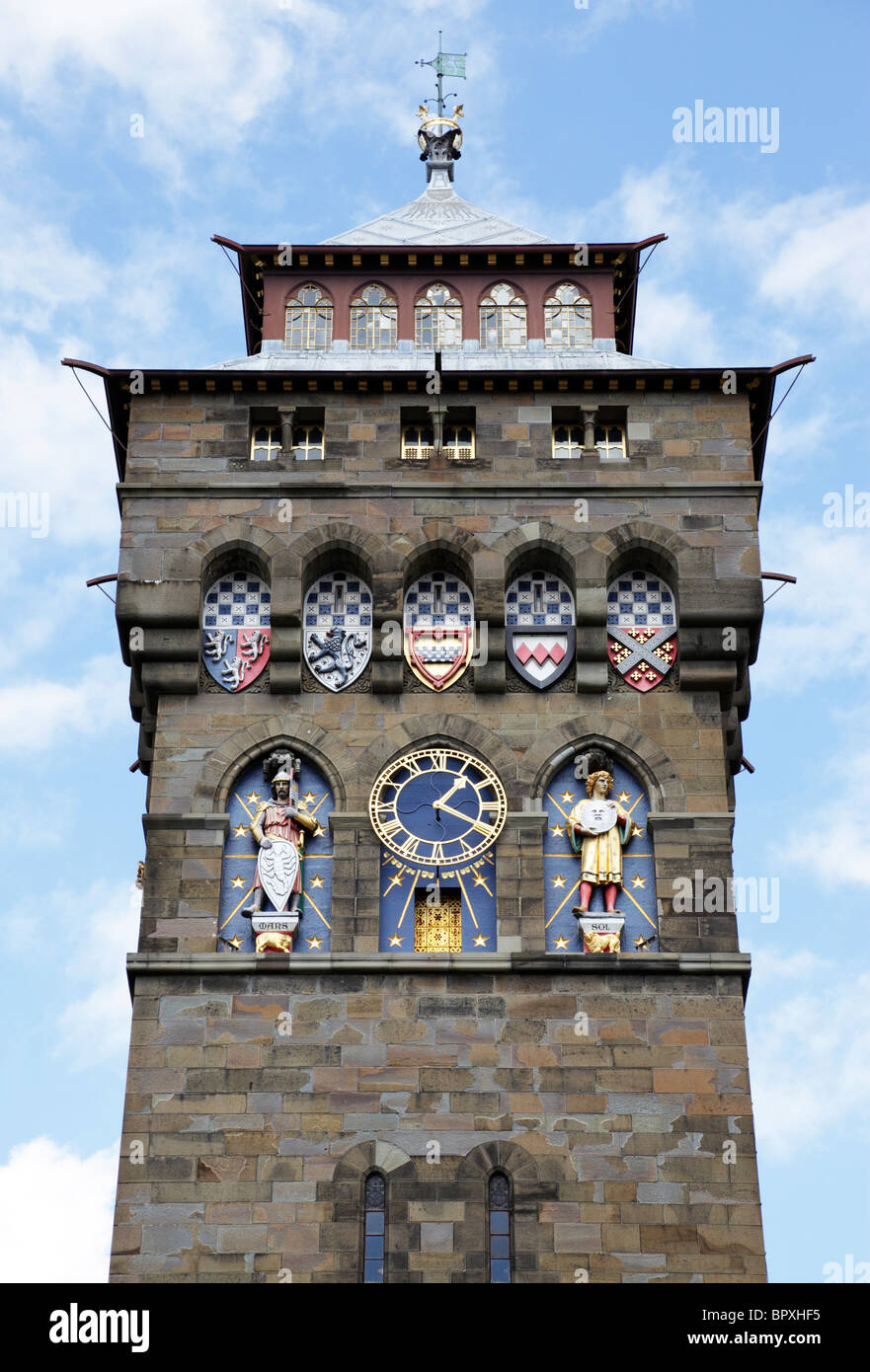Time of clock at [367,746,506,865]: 1:18
